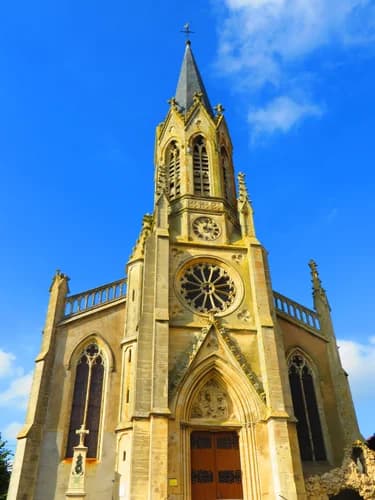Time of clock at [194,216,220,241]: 3:02
